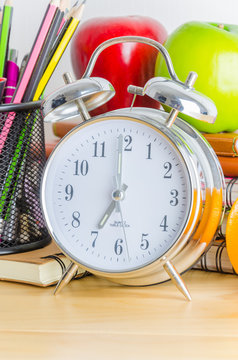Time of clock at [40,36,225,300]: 7:00
